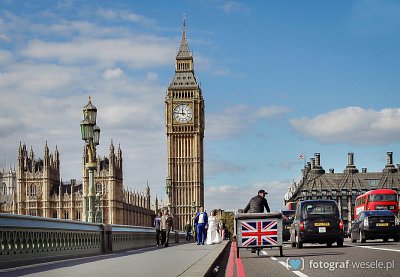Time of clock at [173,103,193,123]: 11:46
